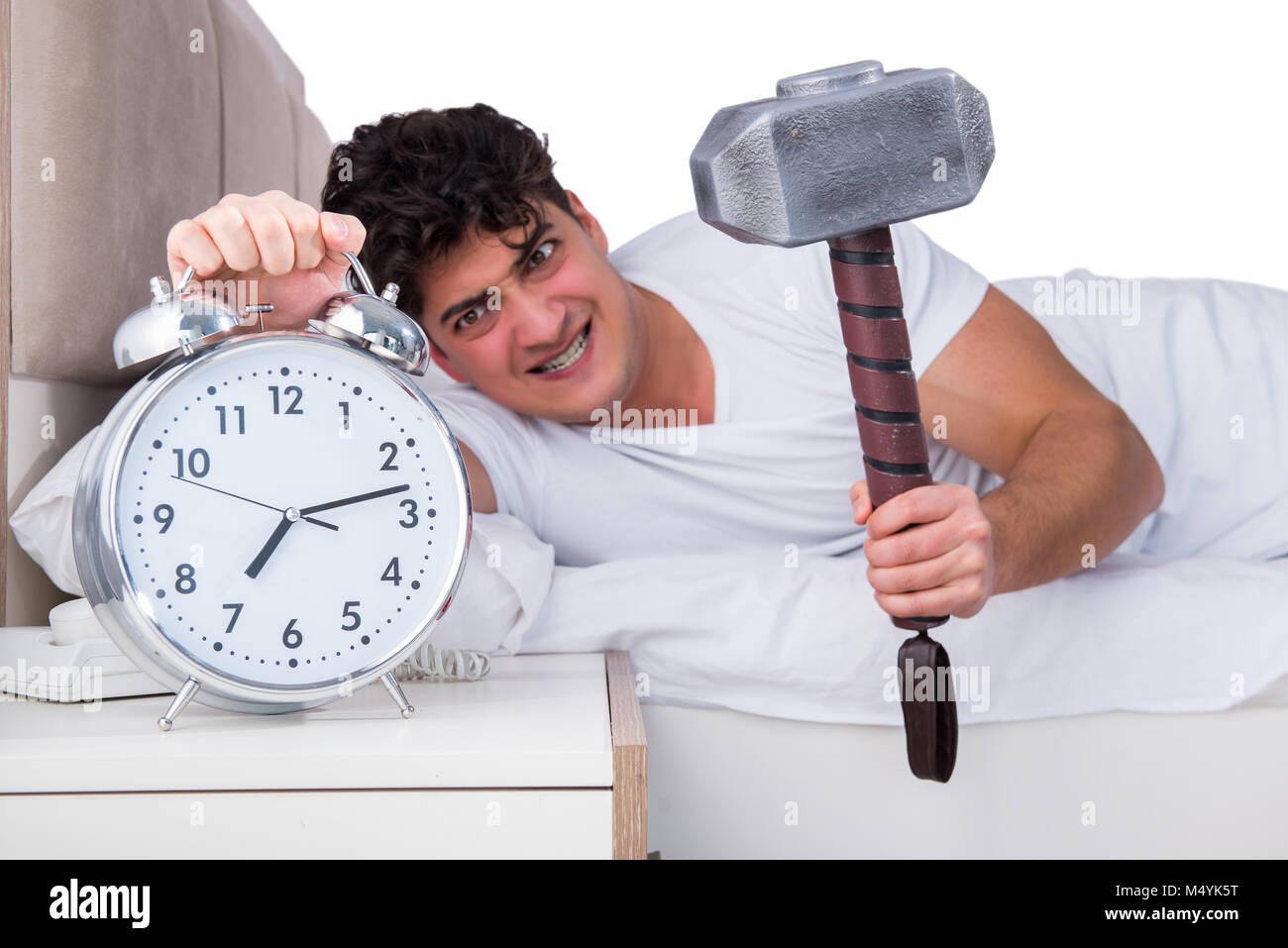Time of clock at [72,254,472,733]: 7:12
